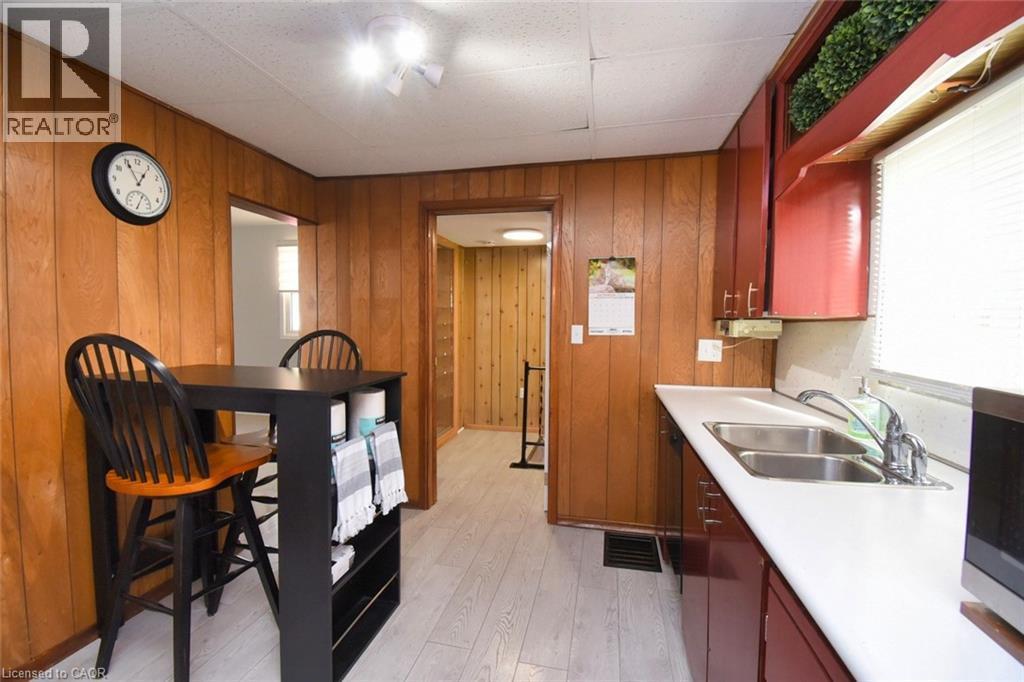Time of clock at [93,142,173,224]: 12:55
